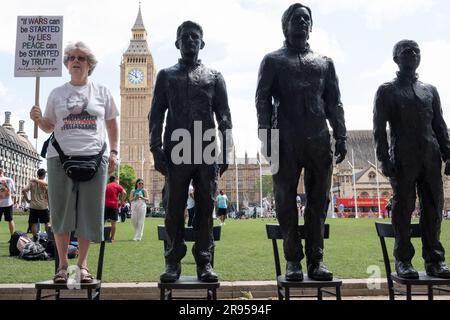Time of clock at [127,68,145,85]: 11:49
